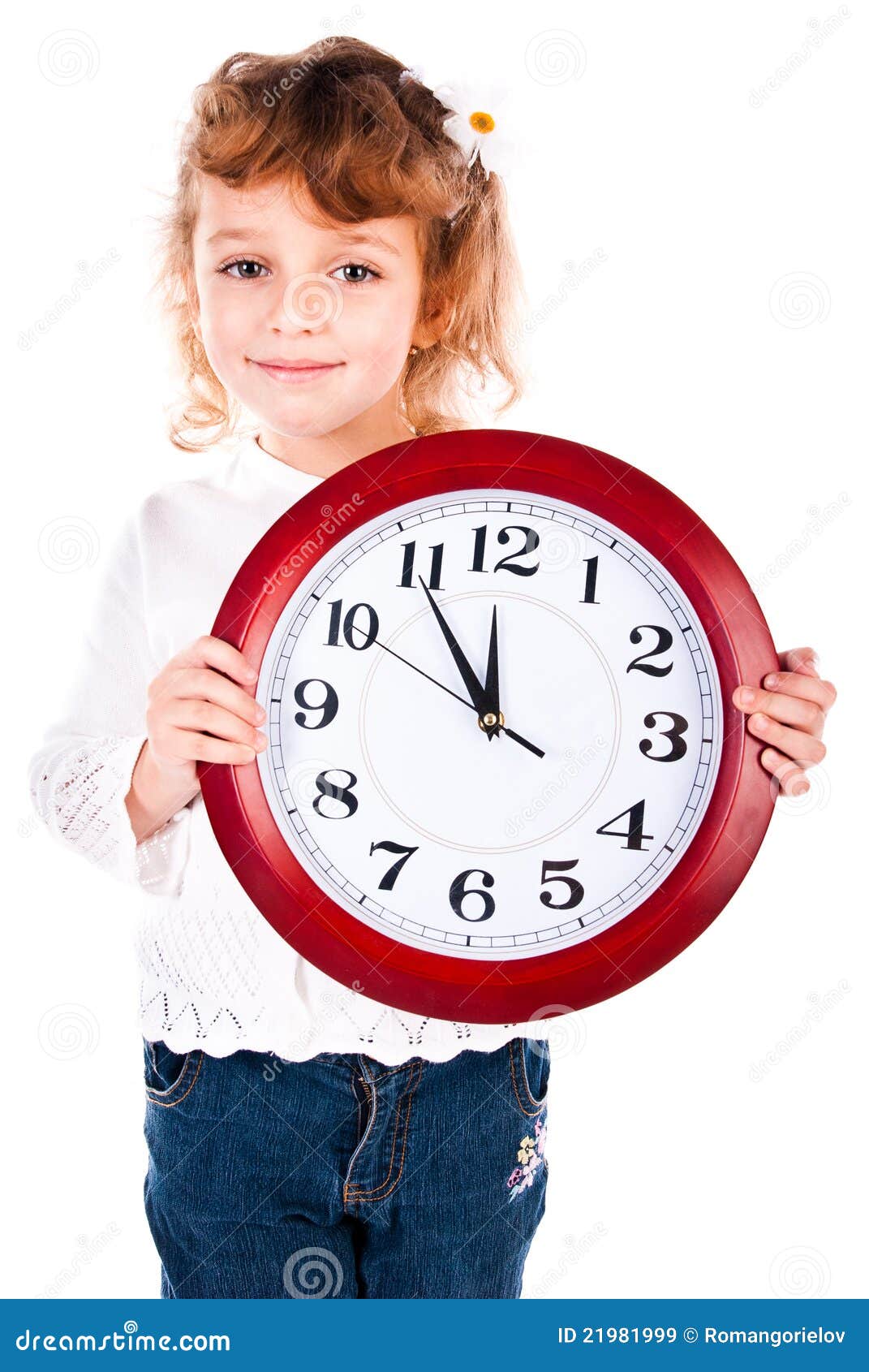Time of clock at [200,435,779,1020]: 11:54
